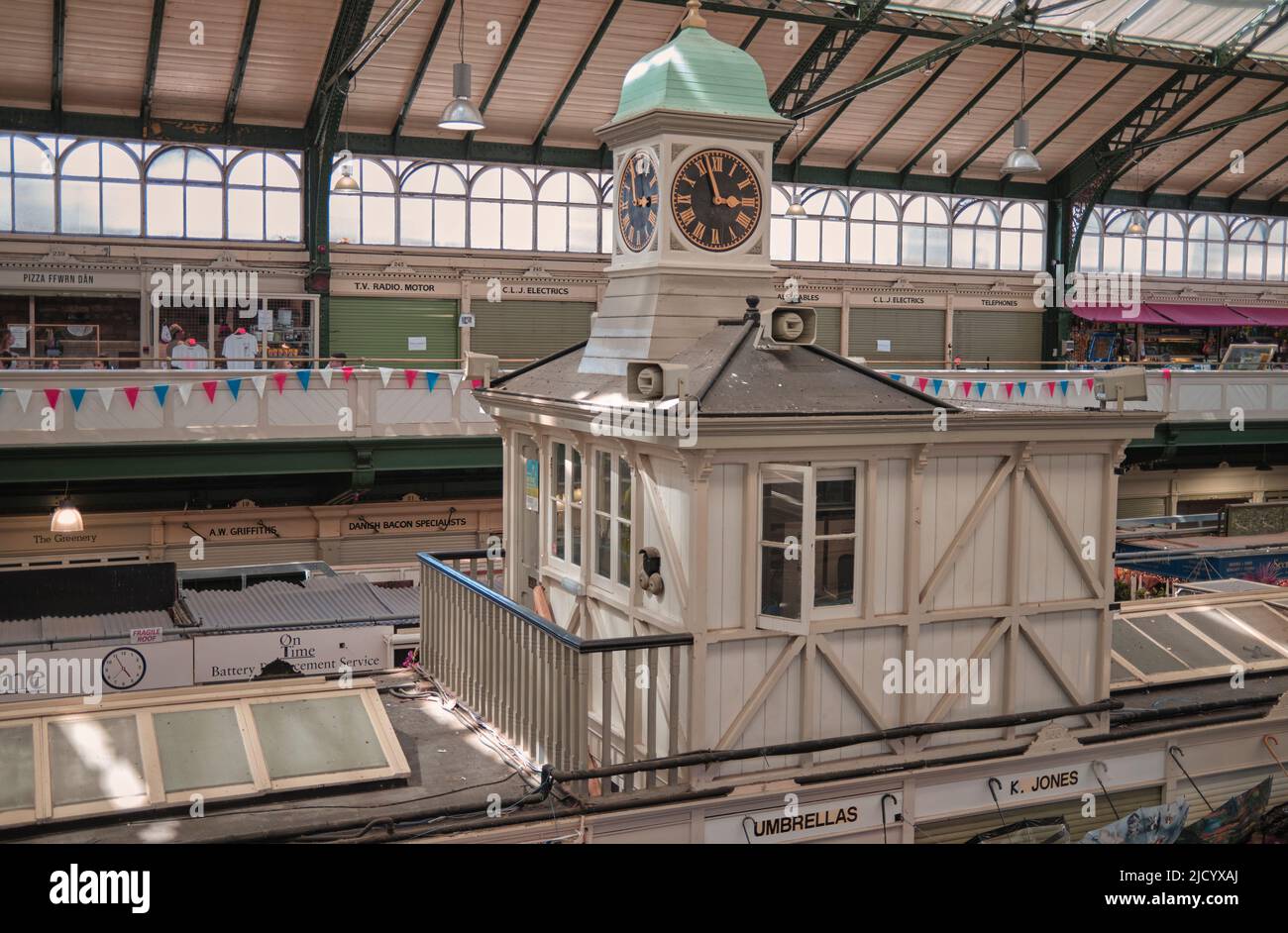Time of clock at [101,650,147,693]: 4:55
